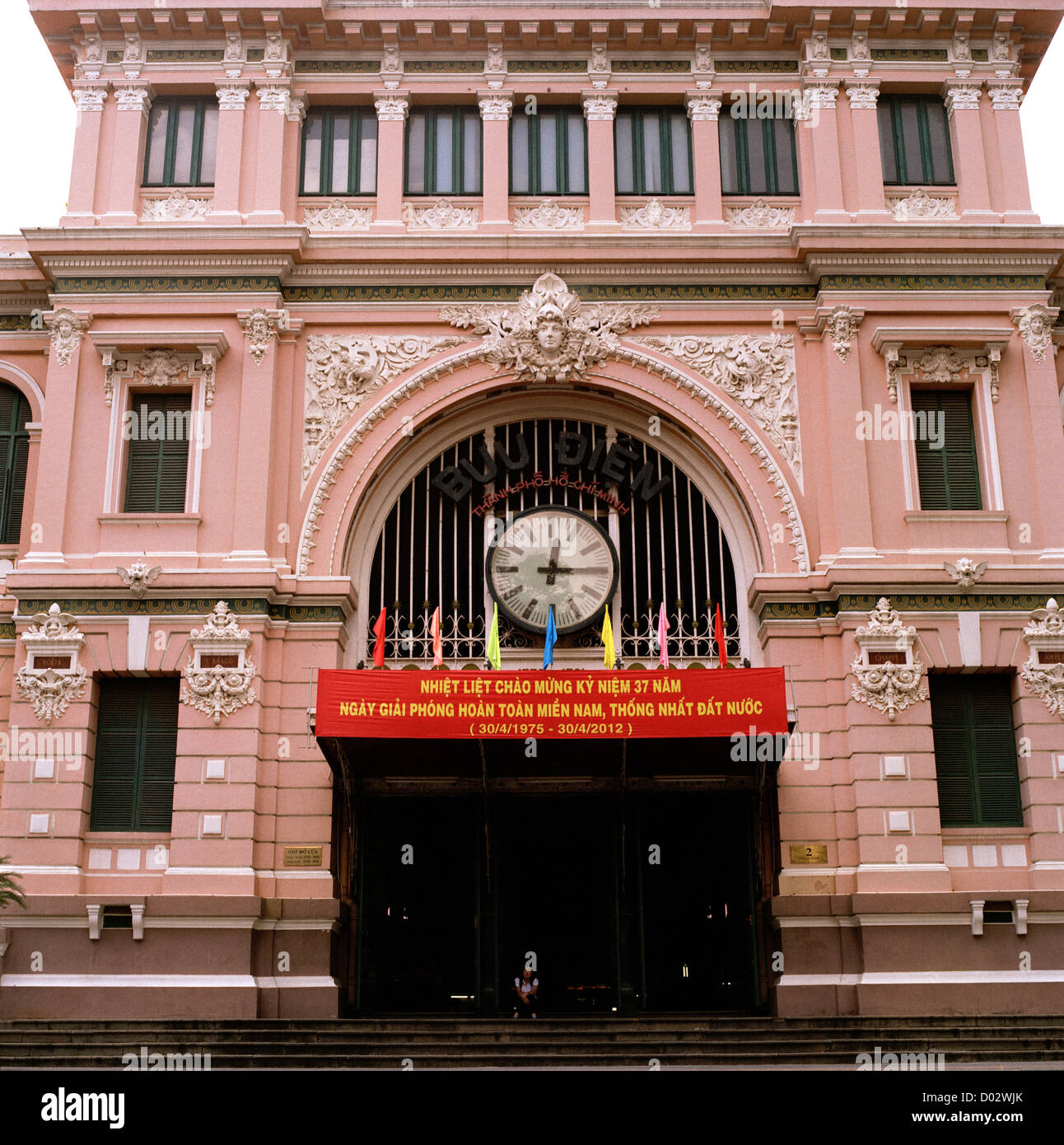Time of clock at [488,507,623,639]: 12:14
